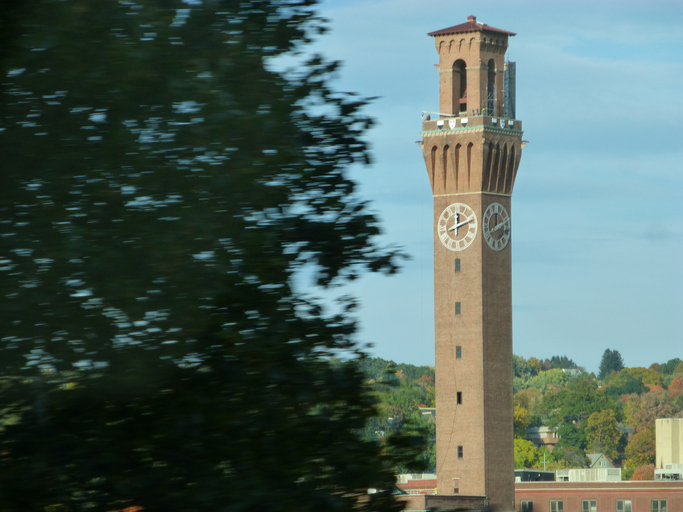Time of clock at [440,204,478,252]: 12:11
